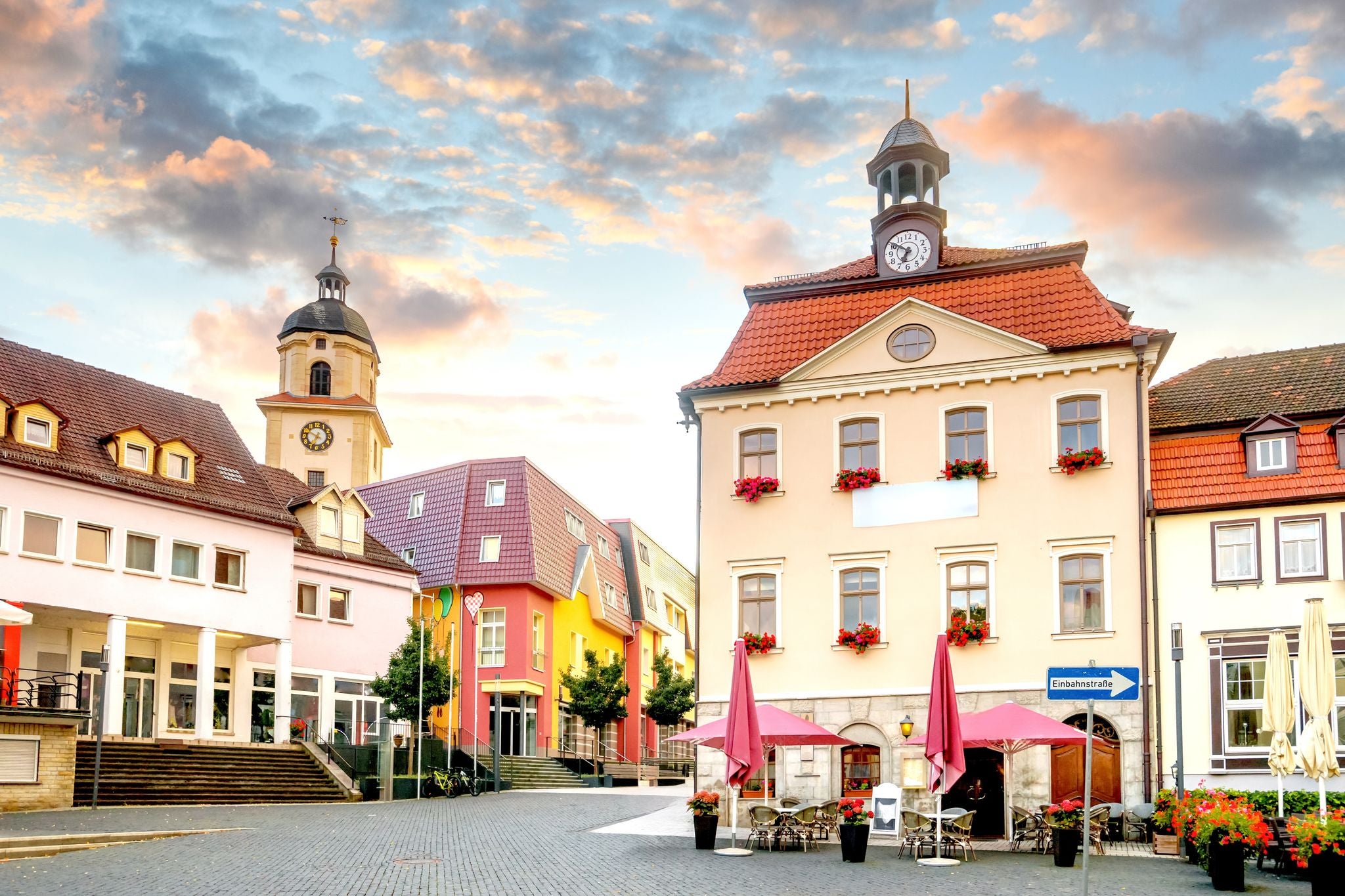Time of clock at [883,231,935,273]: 6:50
